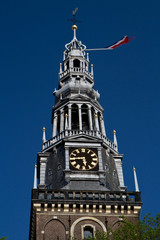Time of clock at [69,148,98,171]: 5:44
